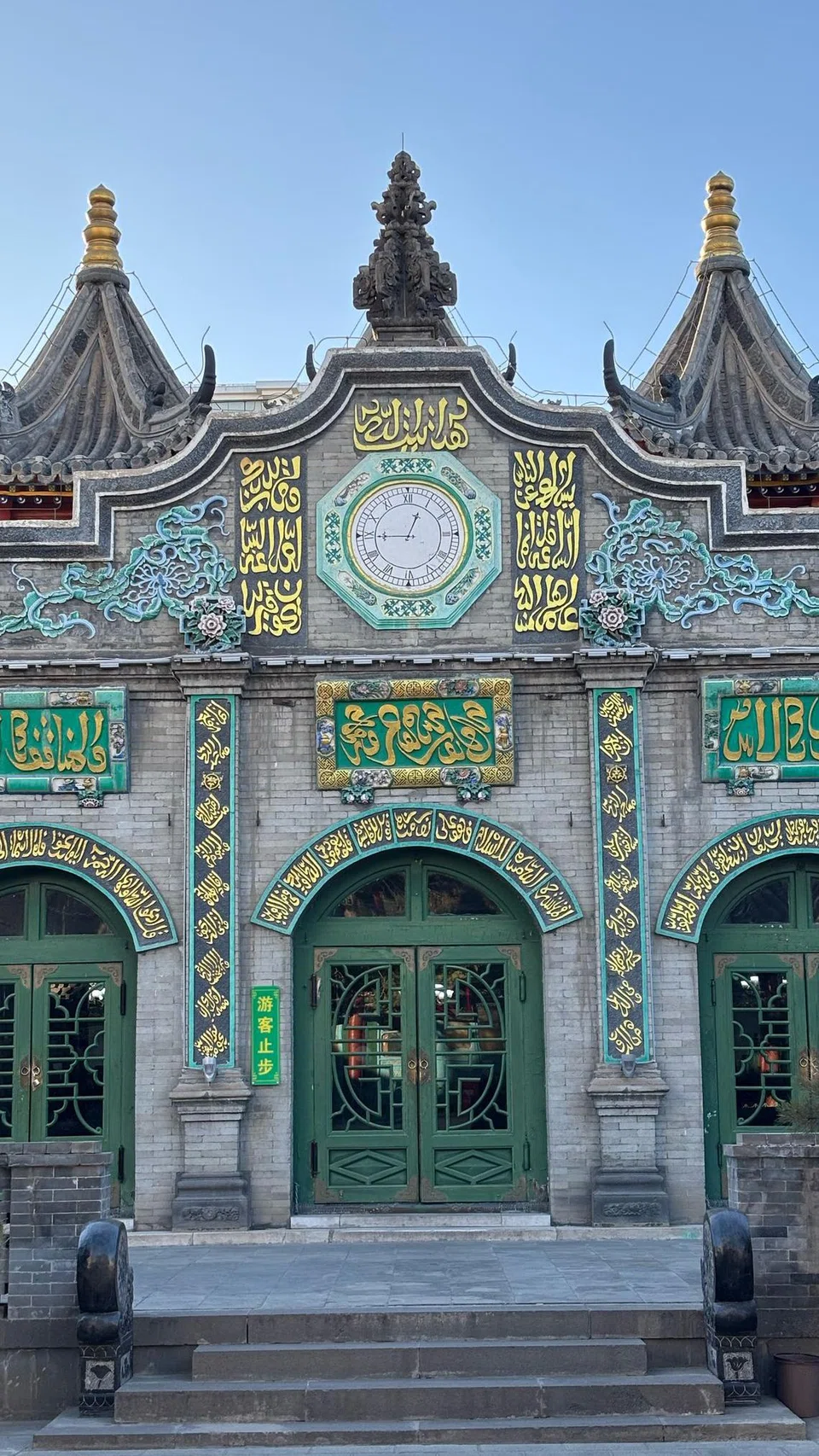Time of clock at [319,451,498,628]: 12:44
